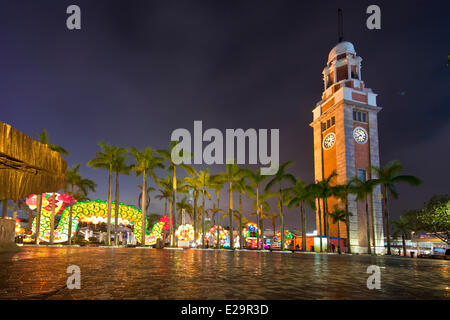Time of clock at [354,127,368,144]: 7:51
